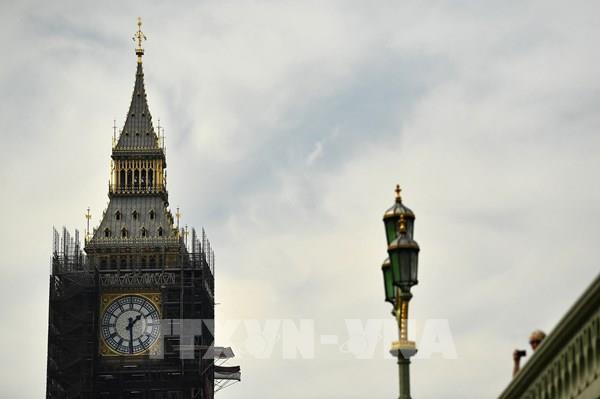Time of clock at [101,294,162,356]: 1:29
